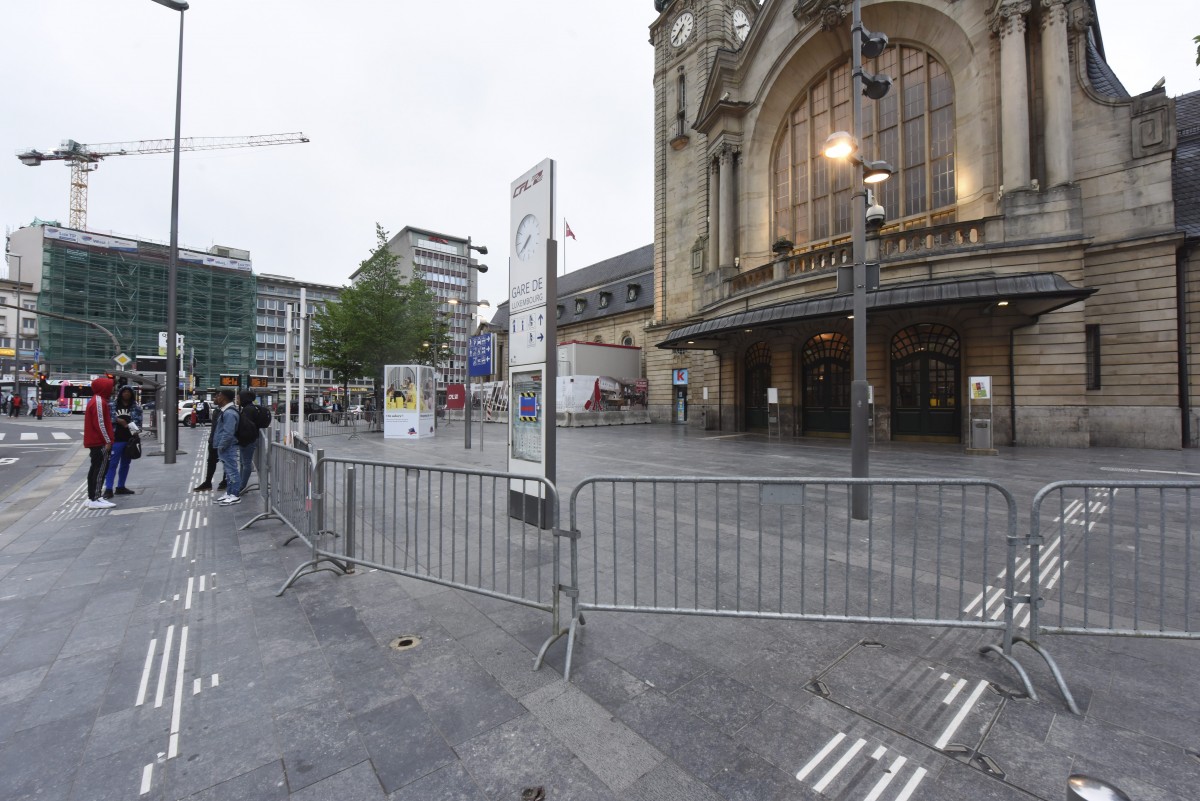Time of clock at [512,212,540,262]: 7:39
